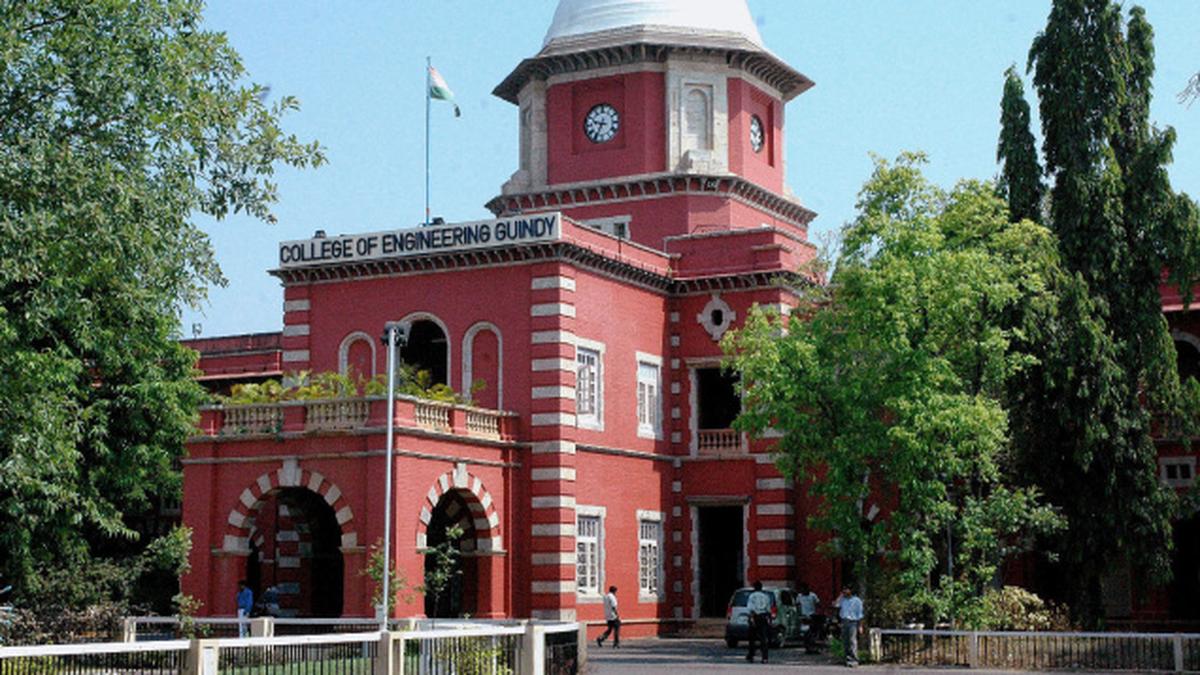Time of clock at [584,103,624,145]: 9:34
